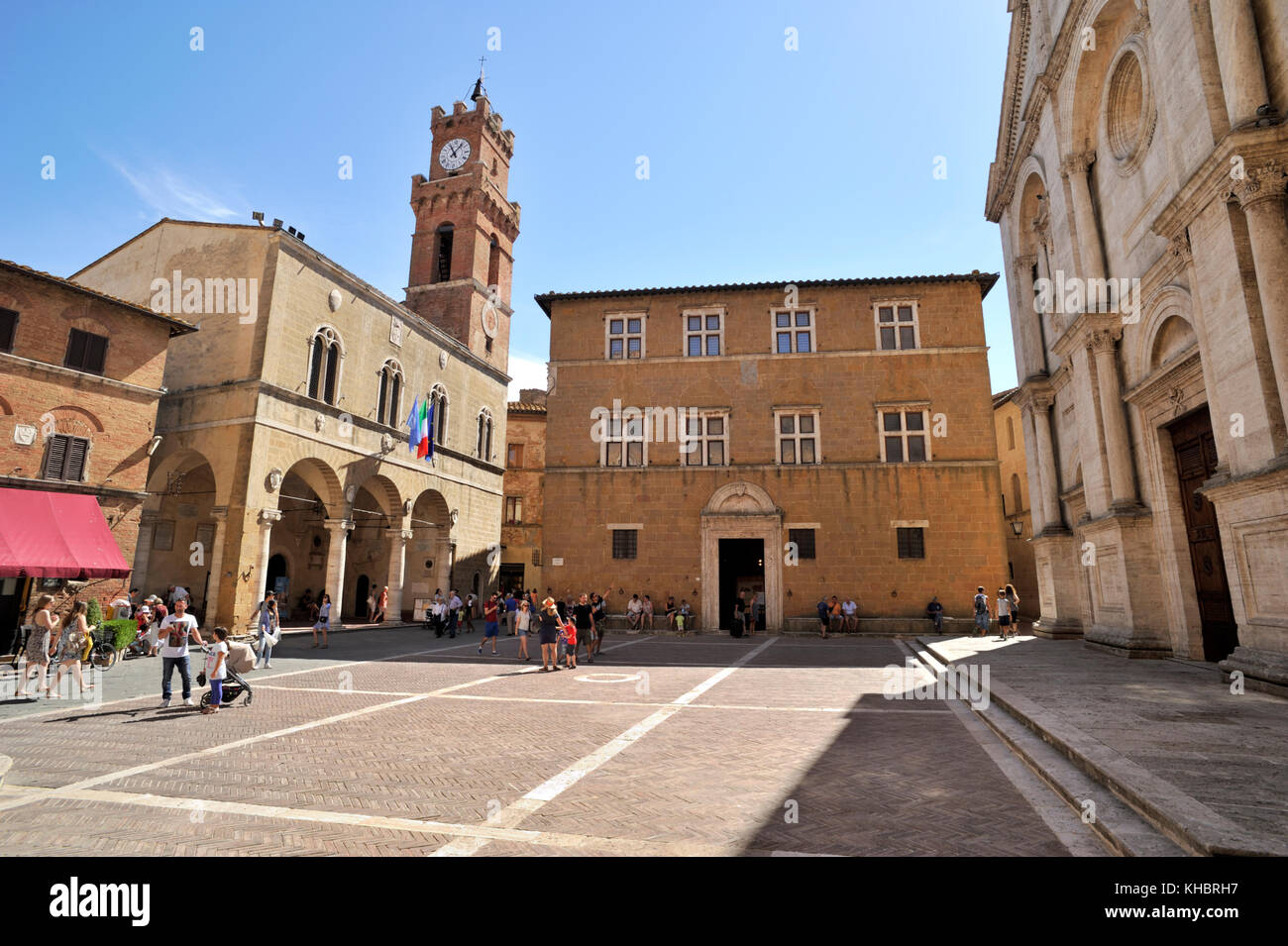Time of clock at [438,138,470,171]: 11:07
